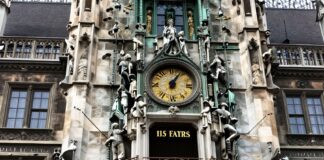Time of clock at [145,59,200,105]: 12:04
